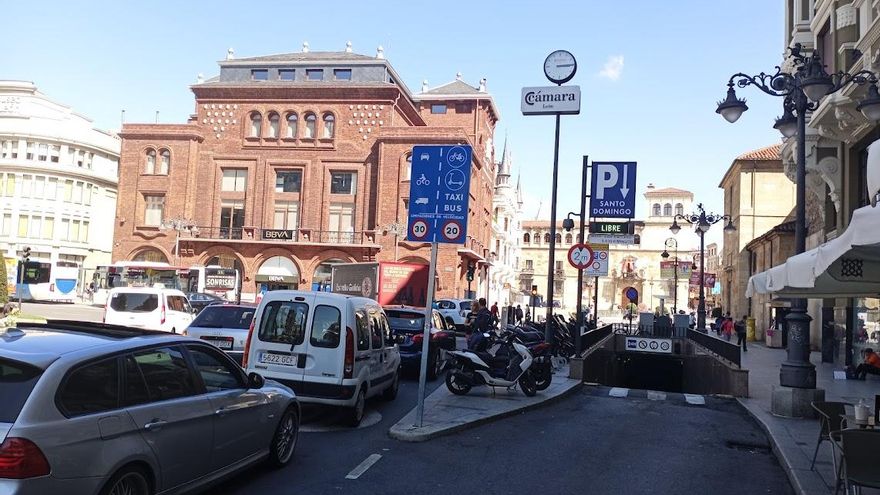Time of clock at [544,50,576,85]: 3:14
